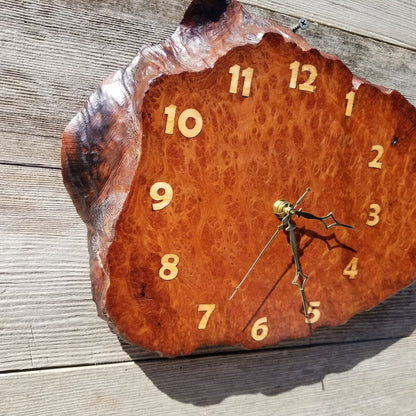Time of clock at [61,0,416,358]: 3:25
